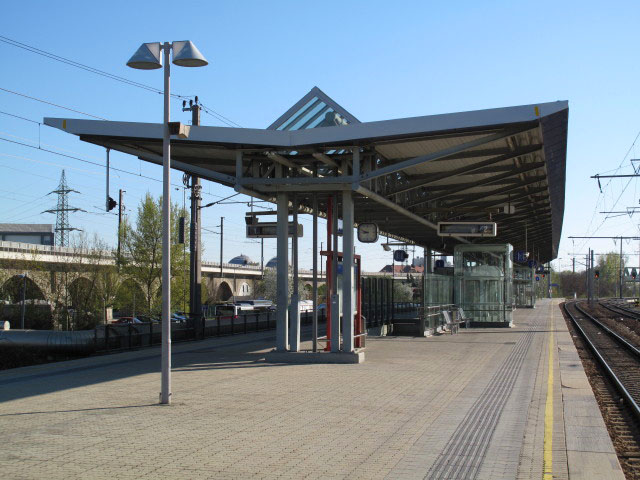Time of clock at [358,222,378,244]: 8:48
